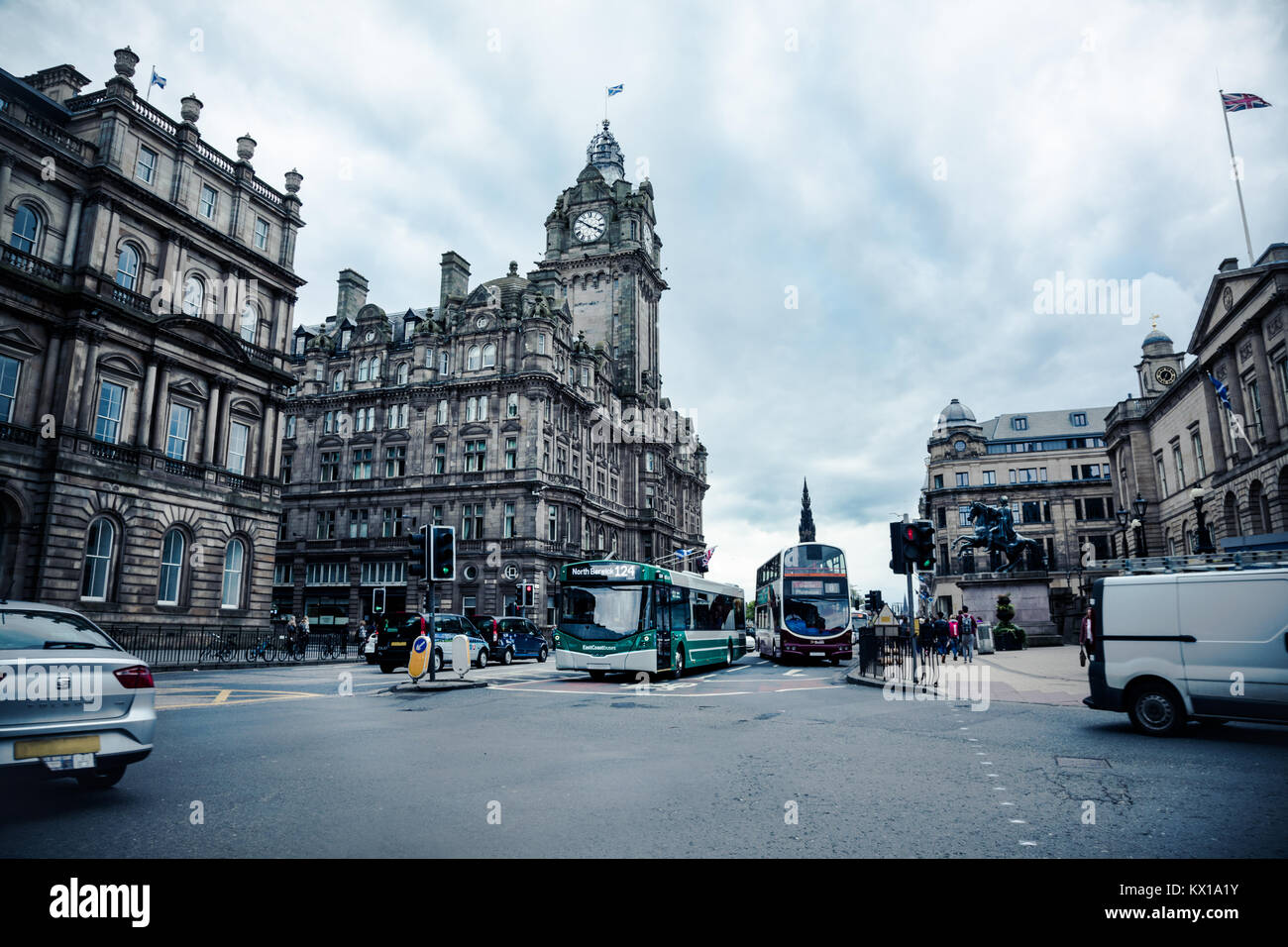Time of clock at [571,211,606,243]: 3:51
